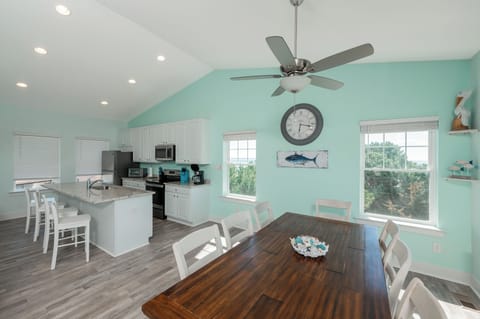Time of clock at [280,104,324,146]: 6:16
